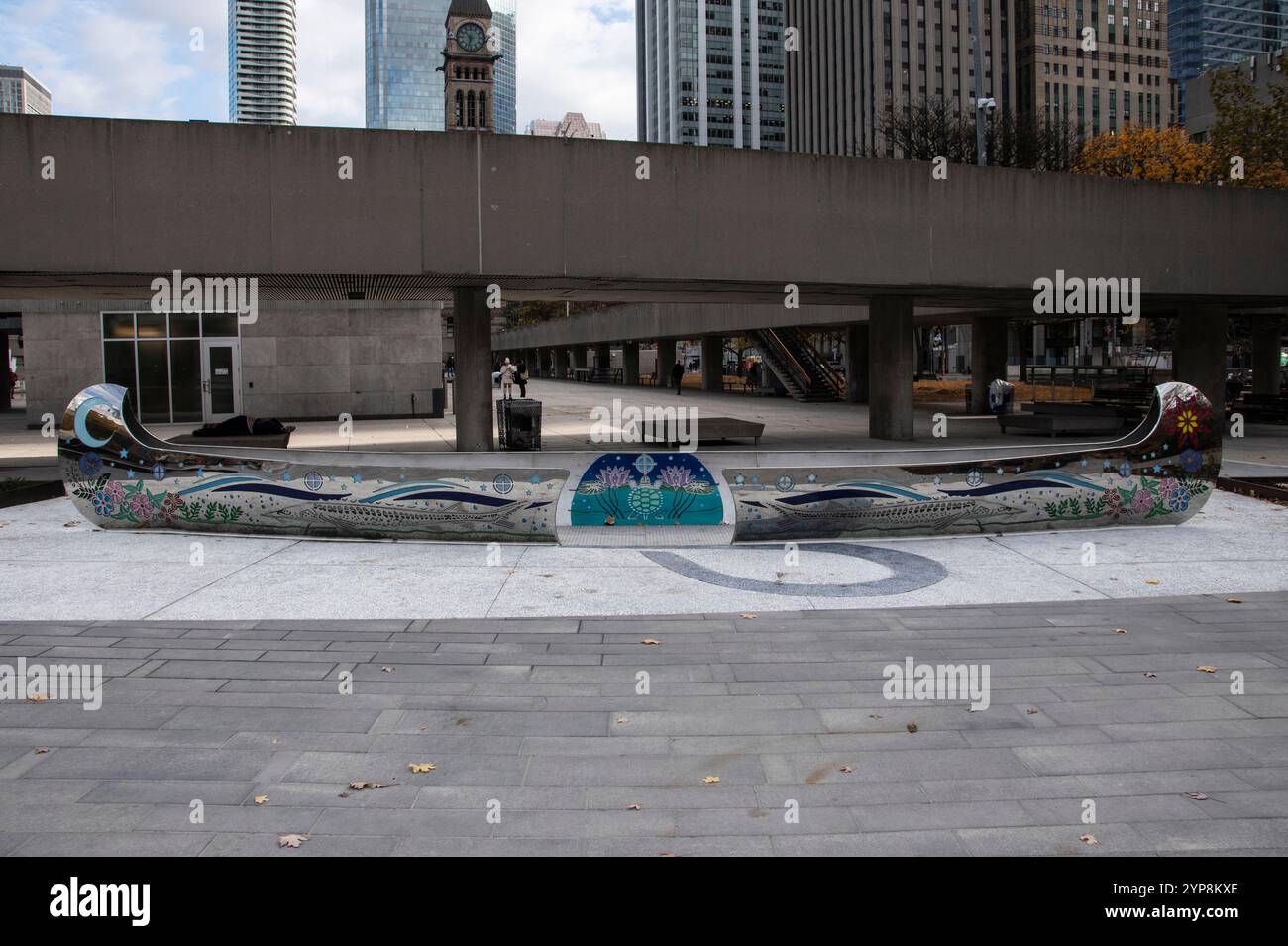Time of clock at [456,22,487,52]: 10:32
